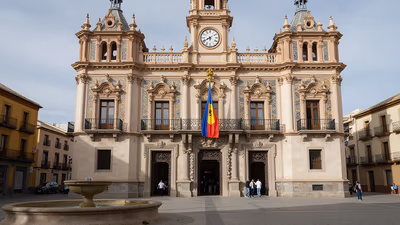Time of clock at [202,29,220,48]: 8:09
